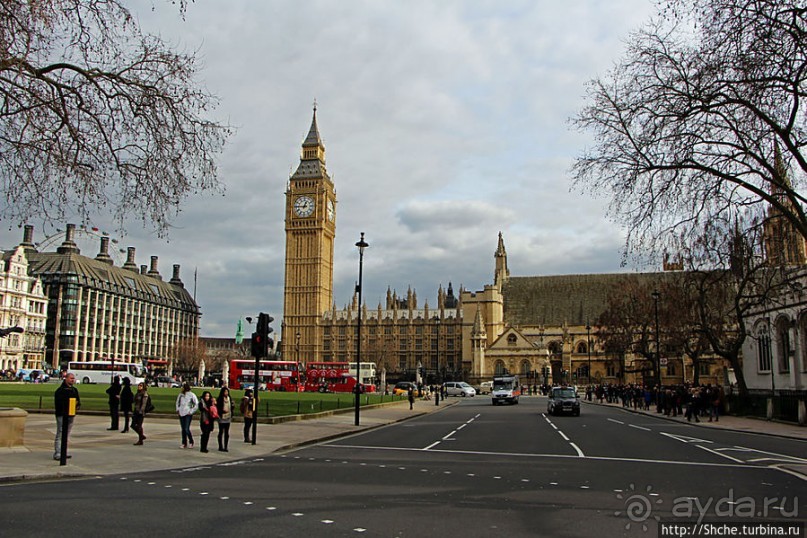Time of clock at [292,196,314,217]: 12:45
